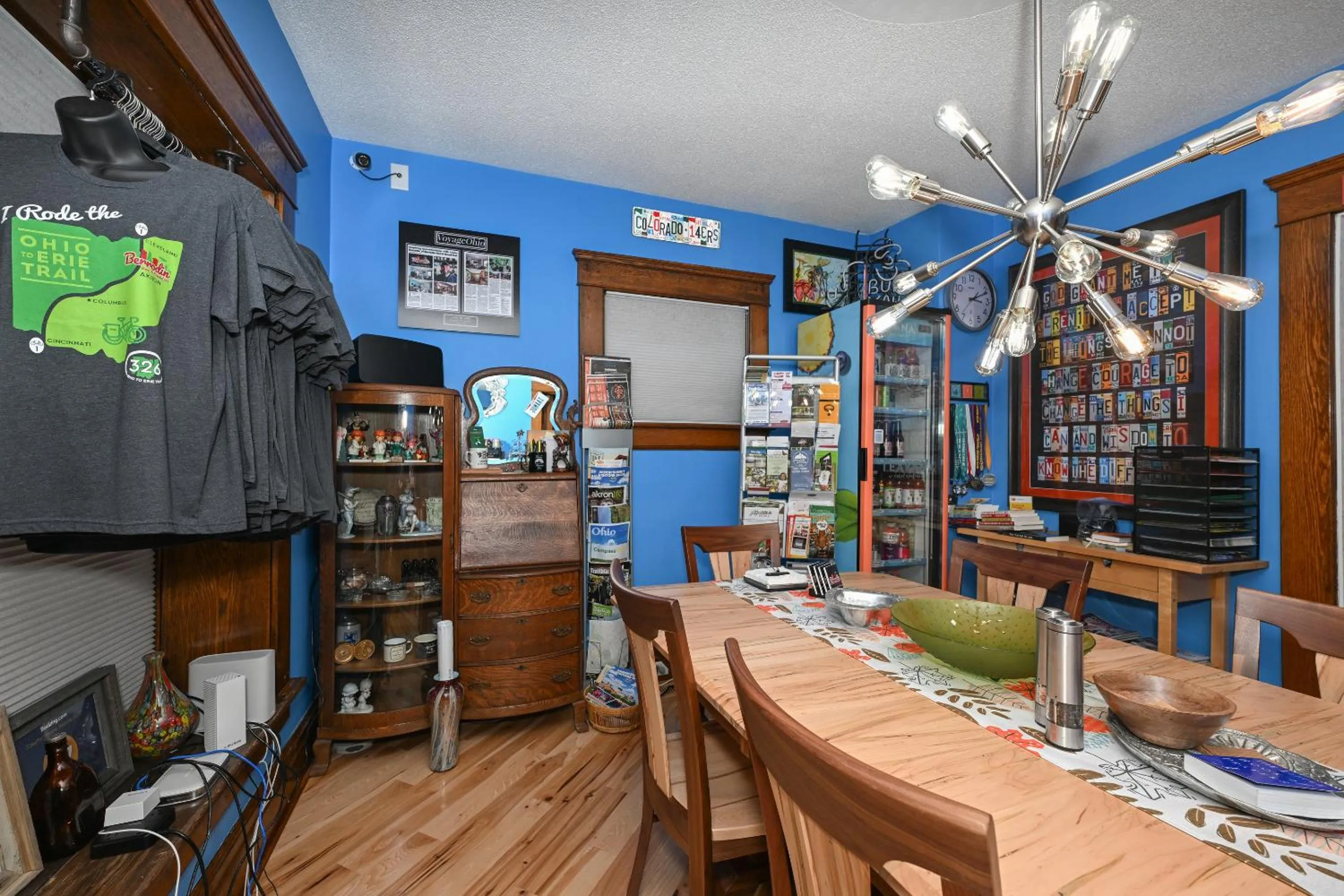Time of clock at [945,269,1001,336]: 3:11
